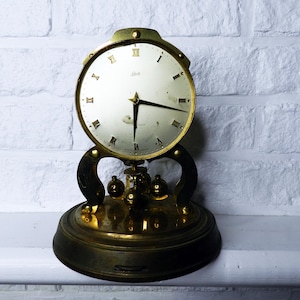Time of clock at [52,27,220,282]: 6:17
